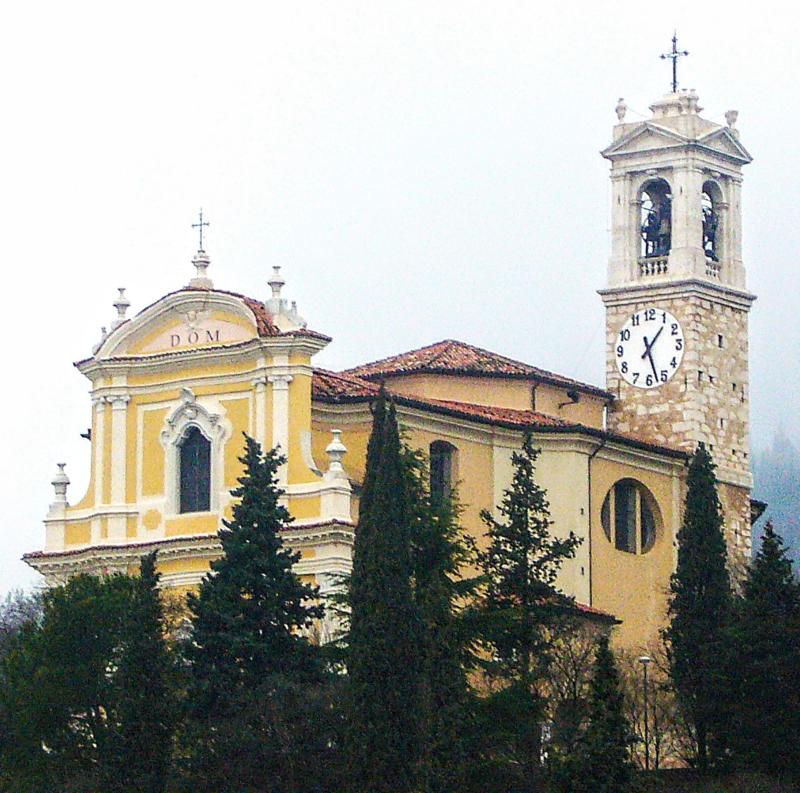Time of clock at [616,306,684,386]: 1:27
